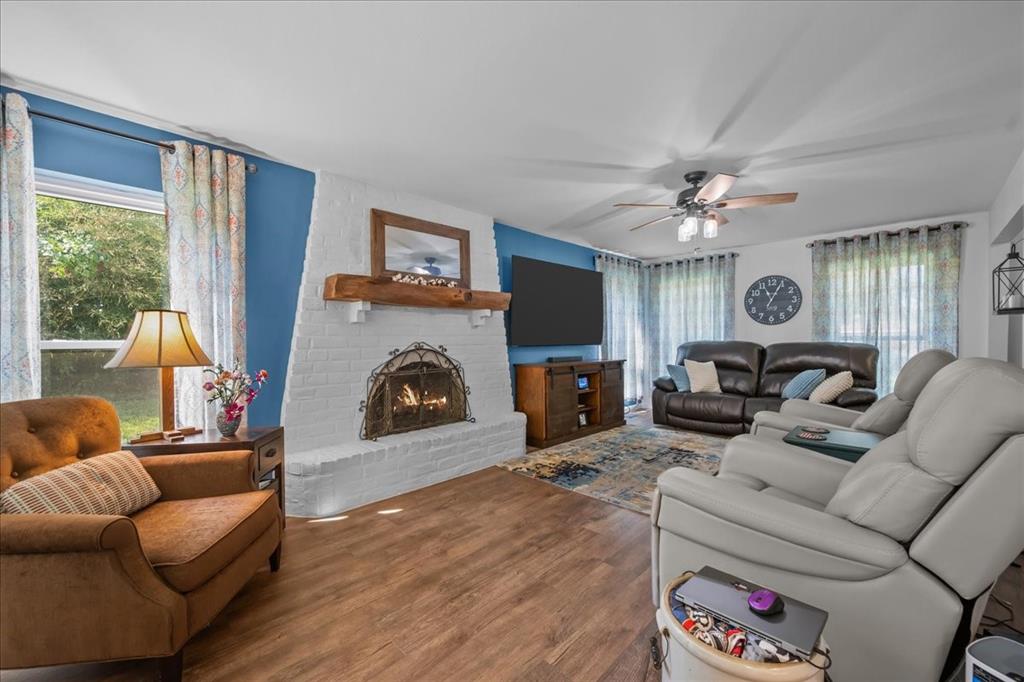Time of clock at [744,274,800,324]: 11:04
